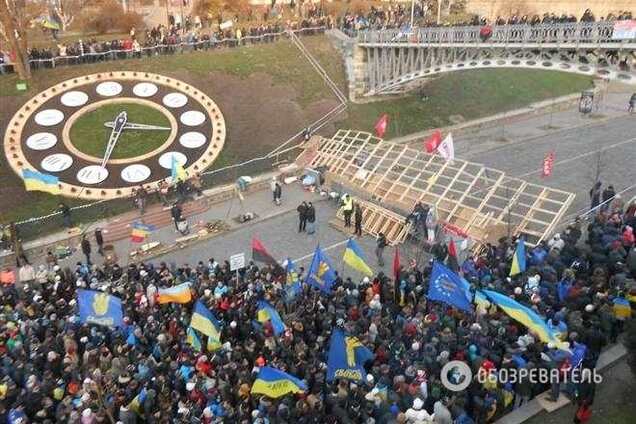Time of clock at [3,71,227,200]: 3:32
